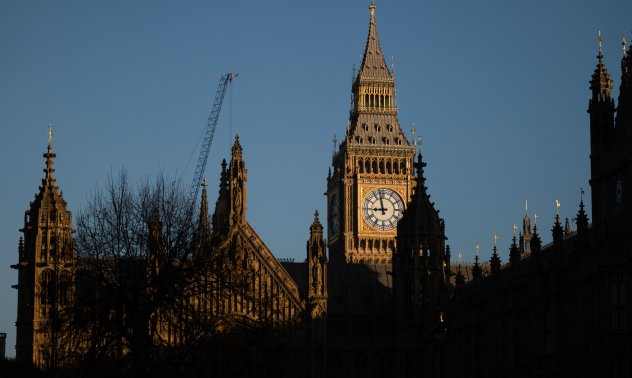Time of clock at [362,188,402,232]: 8:57
